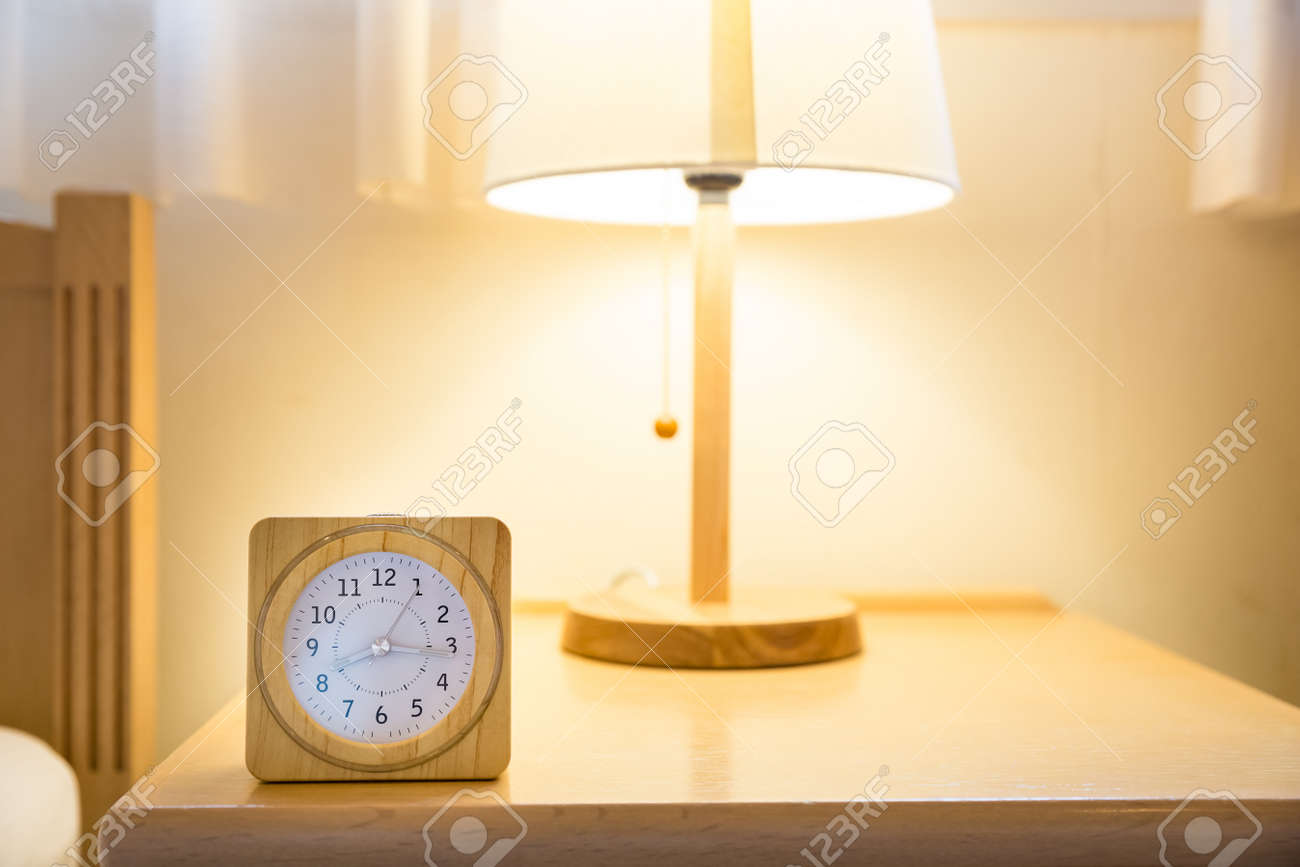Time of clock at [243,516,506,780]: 8:15
